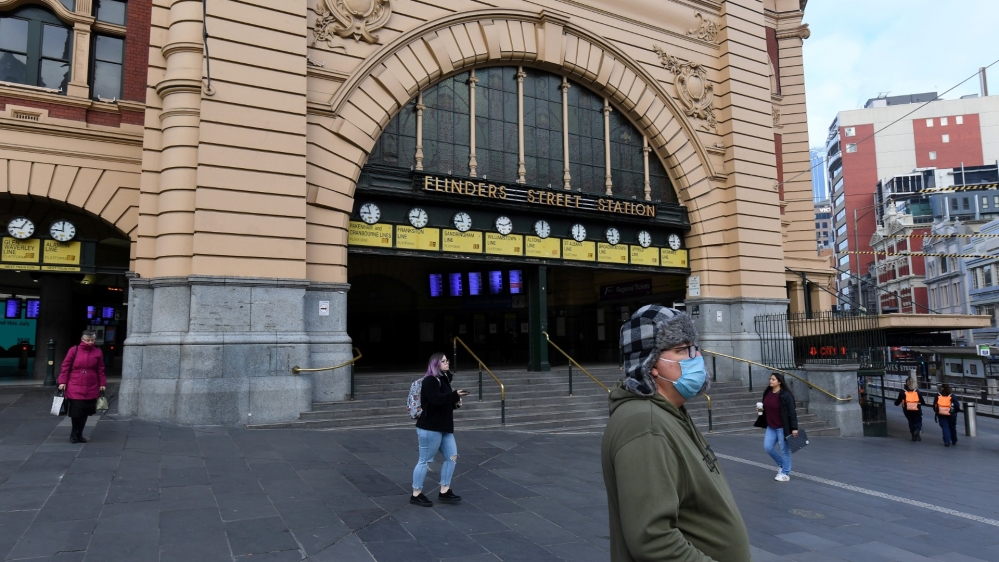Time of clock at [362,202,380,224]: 8:57
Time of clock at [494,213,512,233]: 9:12
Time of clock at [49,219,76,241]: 8:59
